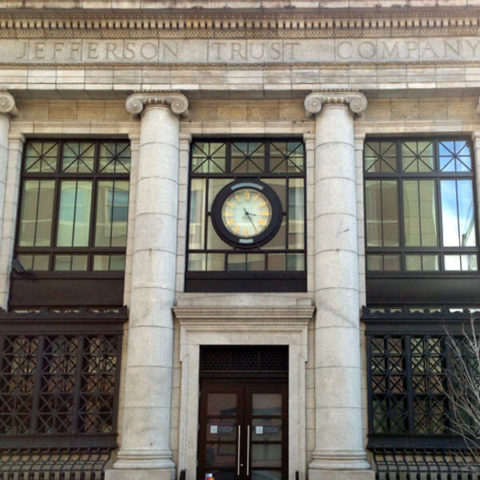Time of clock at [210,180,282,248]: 3:24
